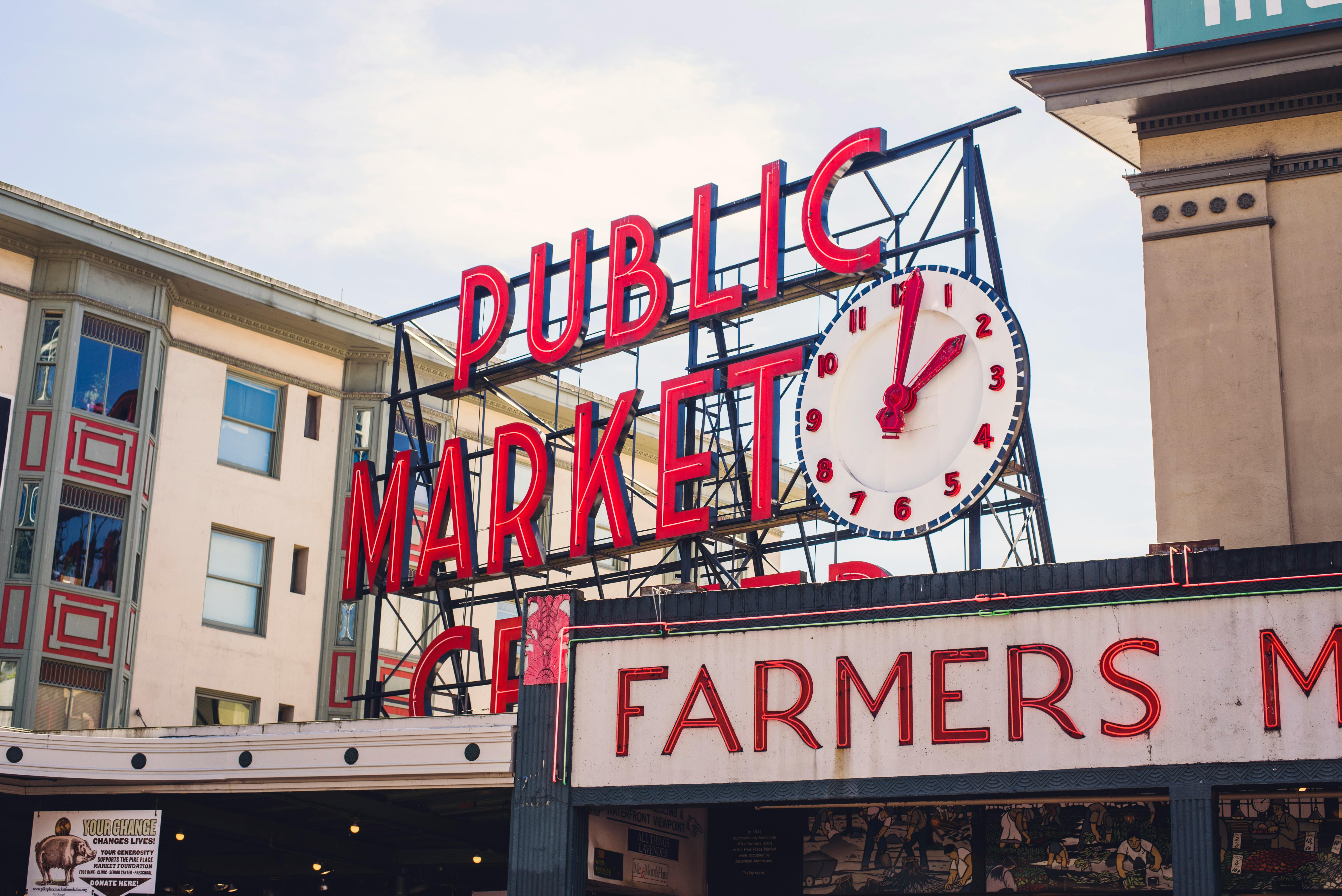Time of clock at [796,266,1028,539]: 2:01
